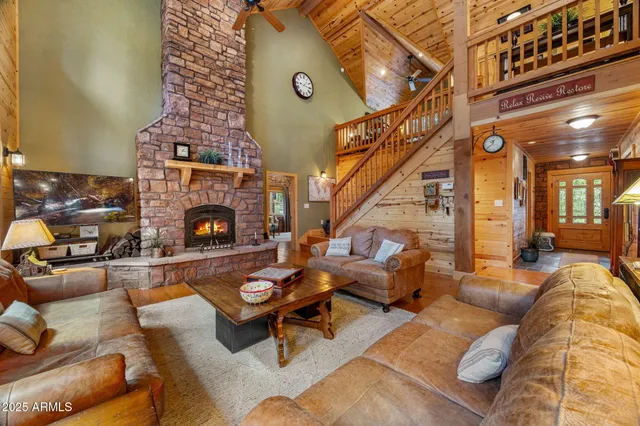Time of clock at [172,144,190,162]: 1:16
